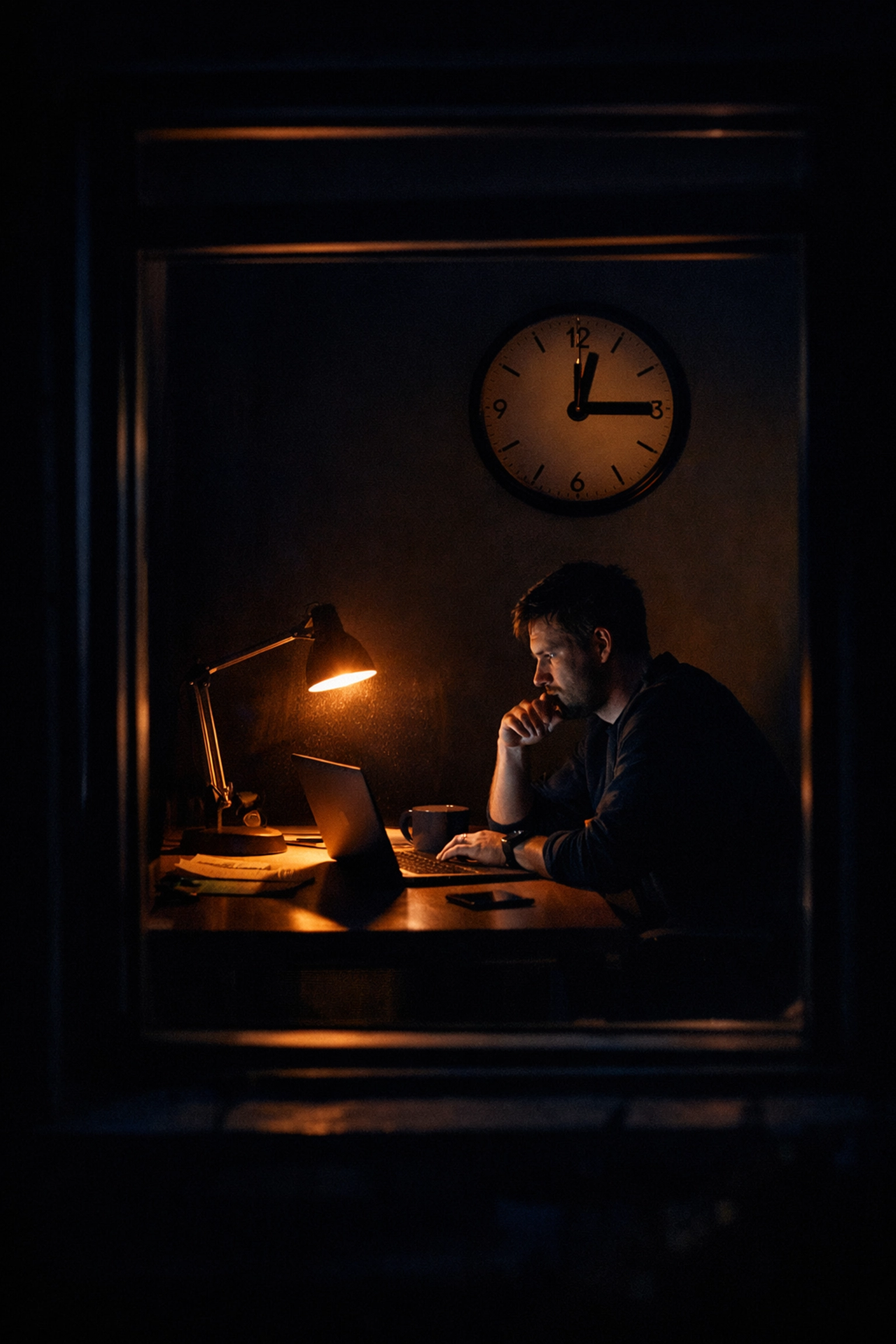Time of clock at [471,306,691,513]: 12:14
